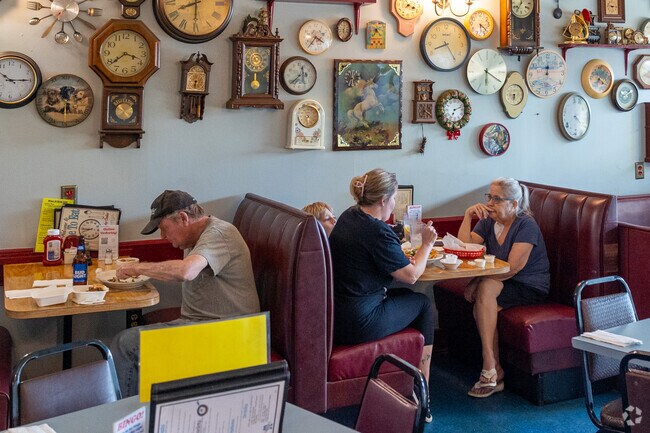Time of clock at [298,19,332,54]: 3:36
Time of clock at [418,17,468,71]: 8:23
